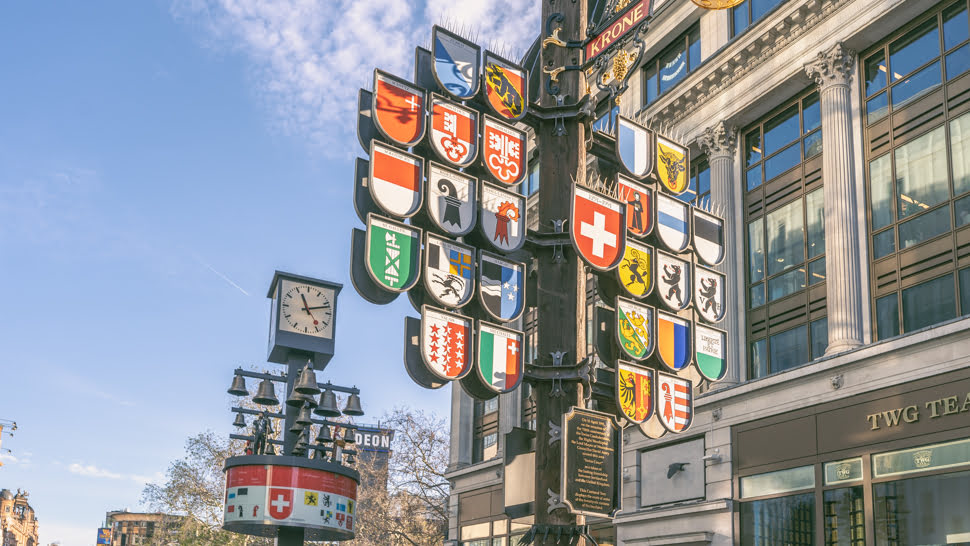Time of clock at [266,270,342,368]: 11:12
